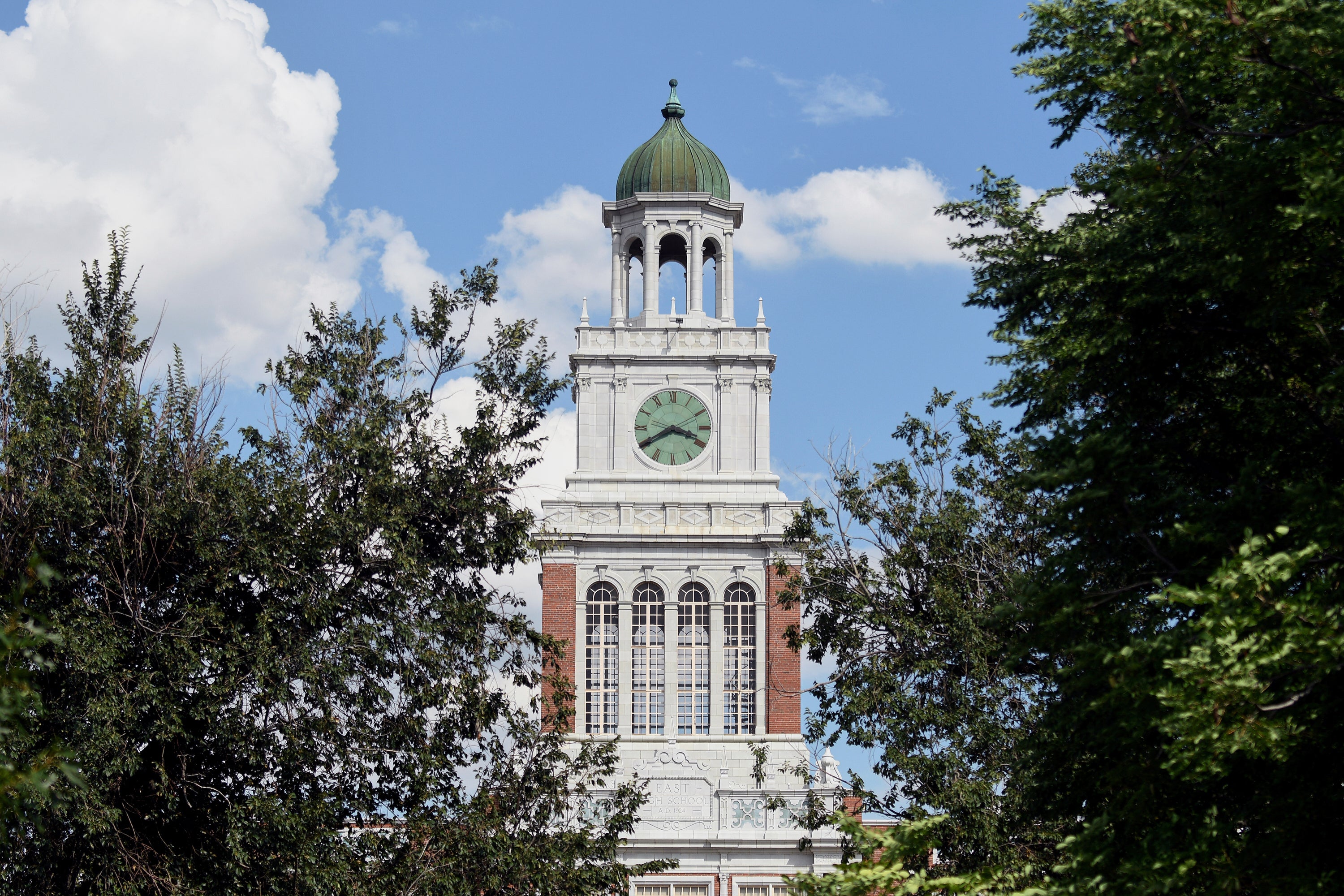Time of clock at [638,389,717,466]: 3:40
